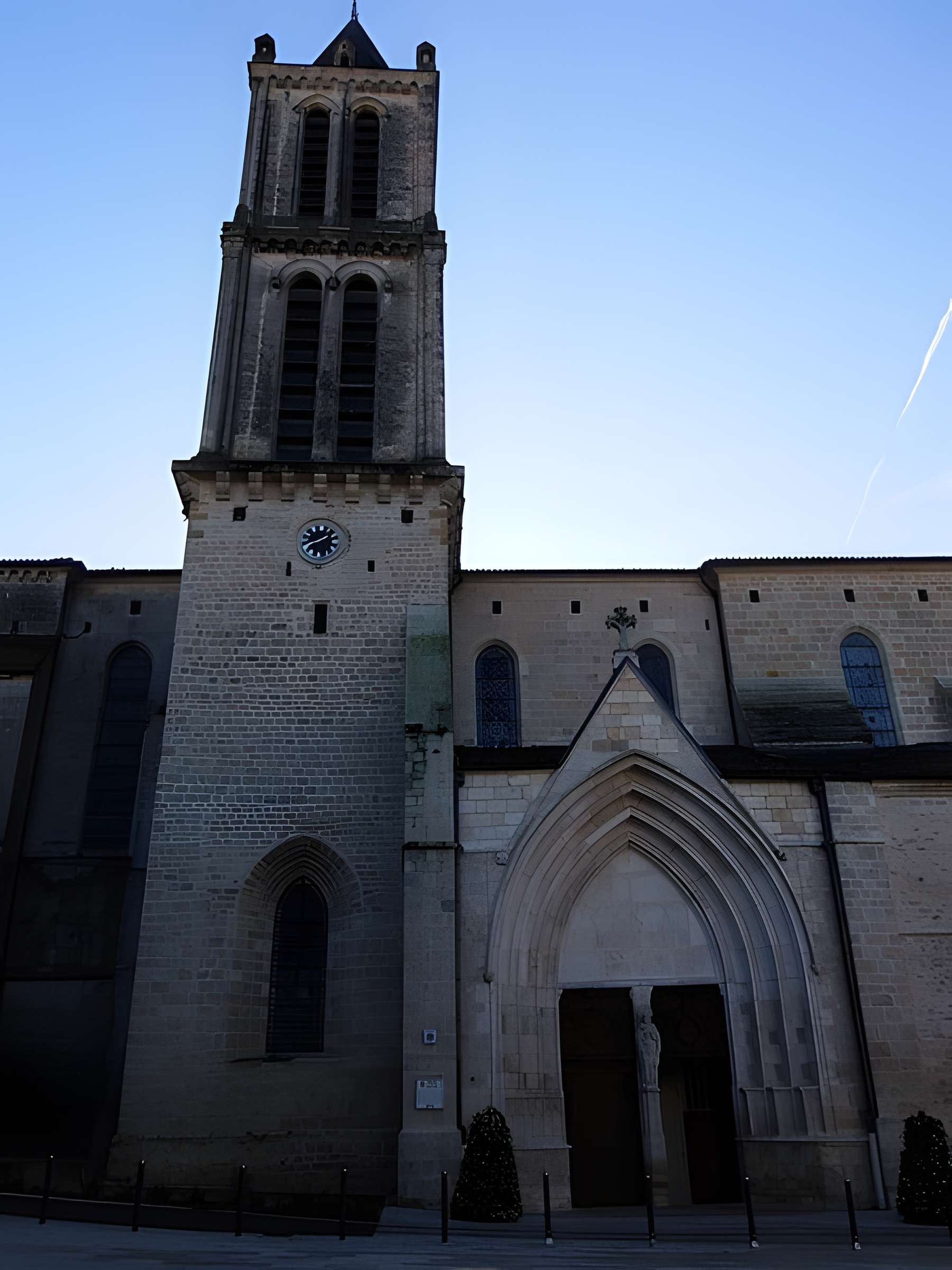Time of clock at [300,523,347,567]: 1:40
